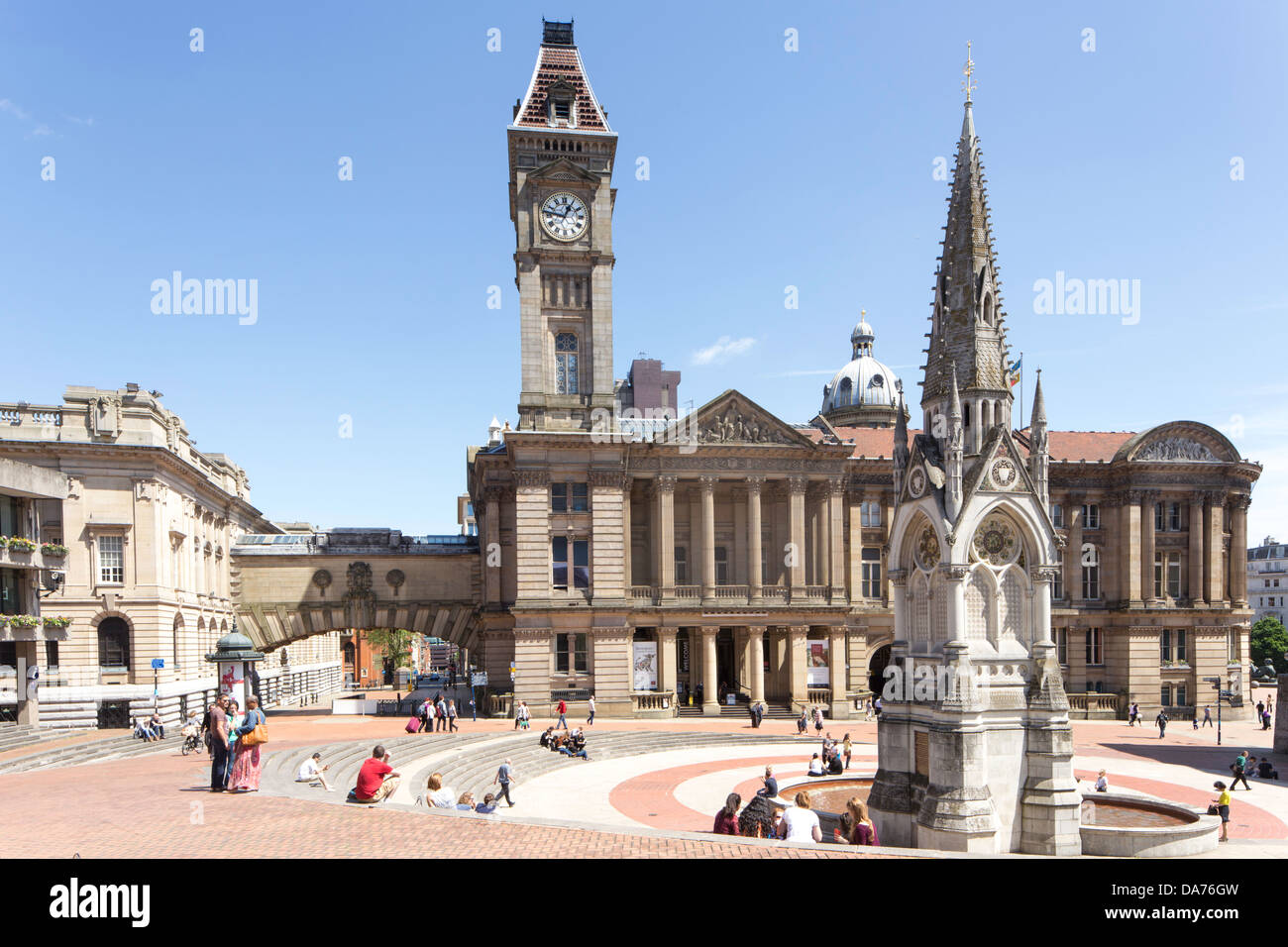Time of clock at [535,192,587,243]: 12:46
